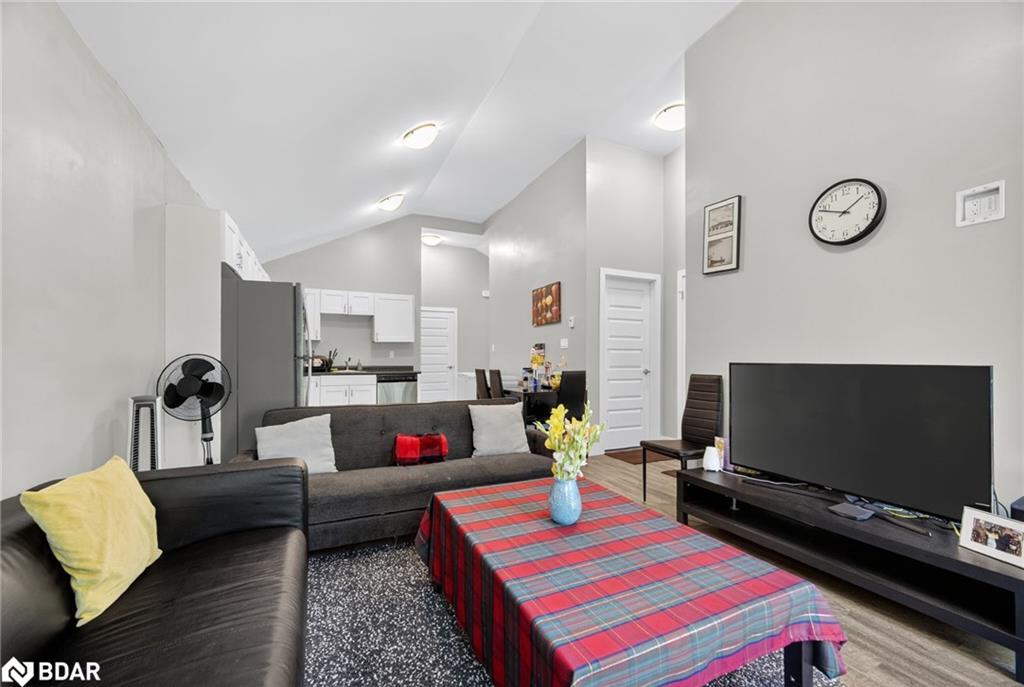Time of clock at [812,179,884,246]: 1:48
